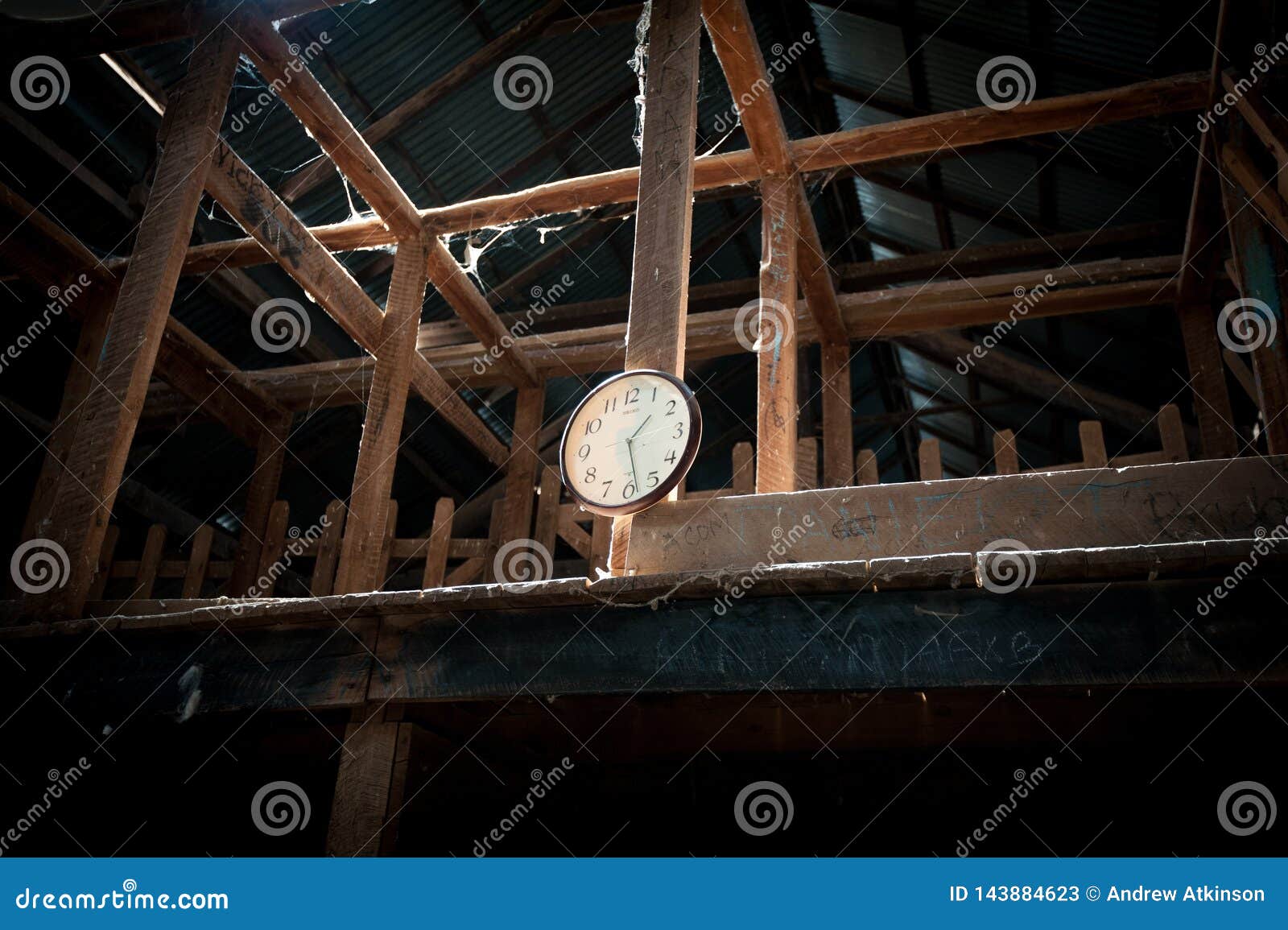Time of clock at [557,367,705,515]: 1:28
